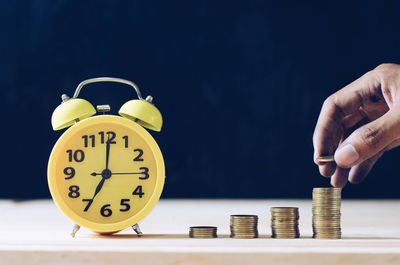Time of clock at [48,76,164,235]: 7:00
